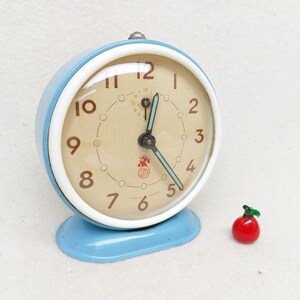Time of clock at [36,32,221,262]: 12:23
